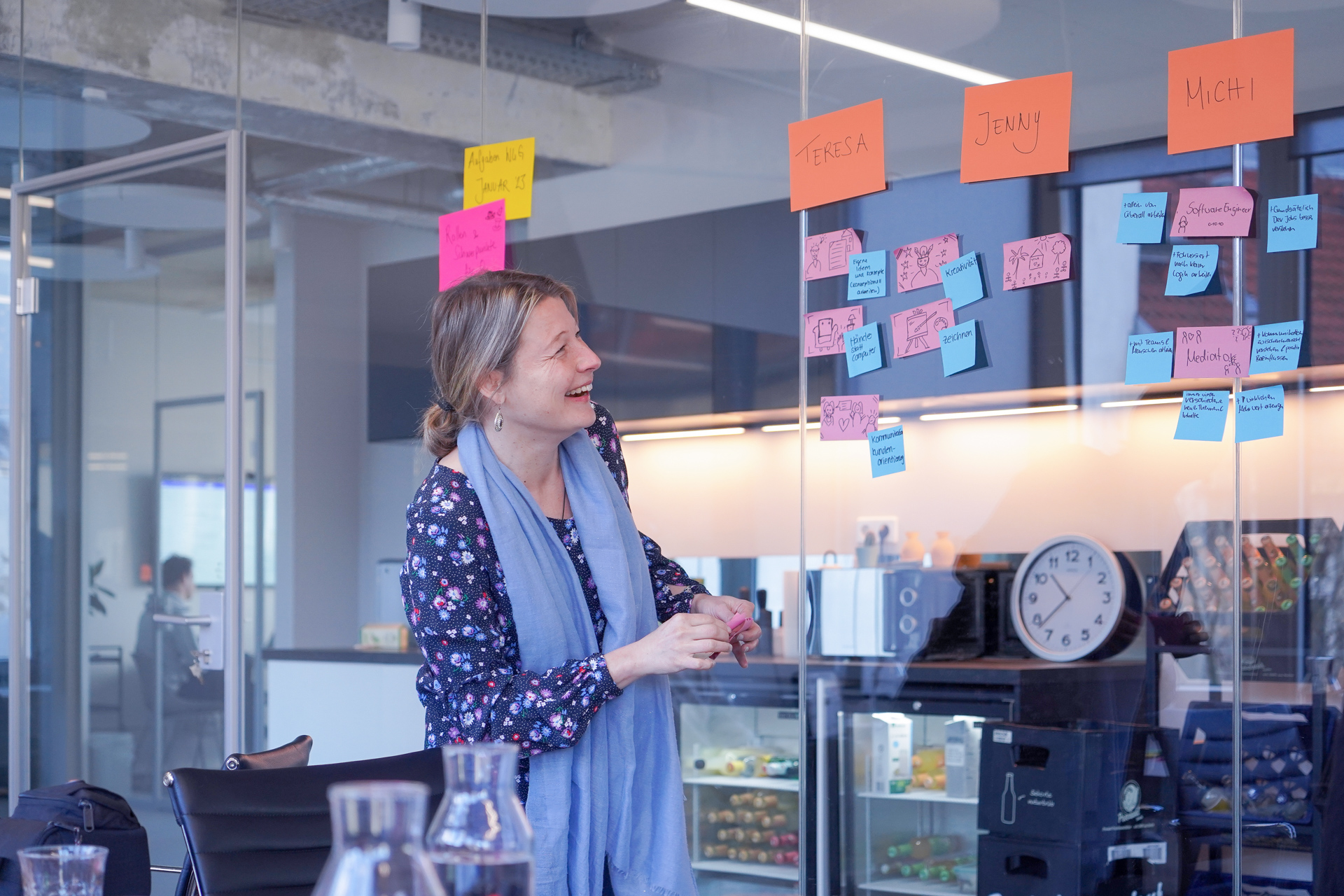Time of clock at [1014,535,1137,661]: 10:37
